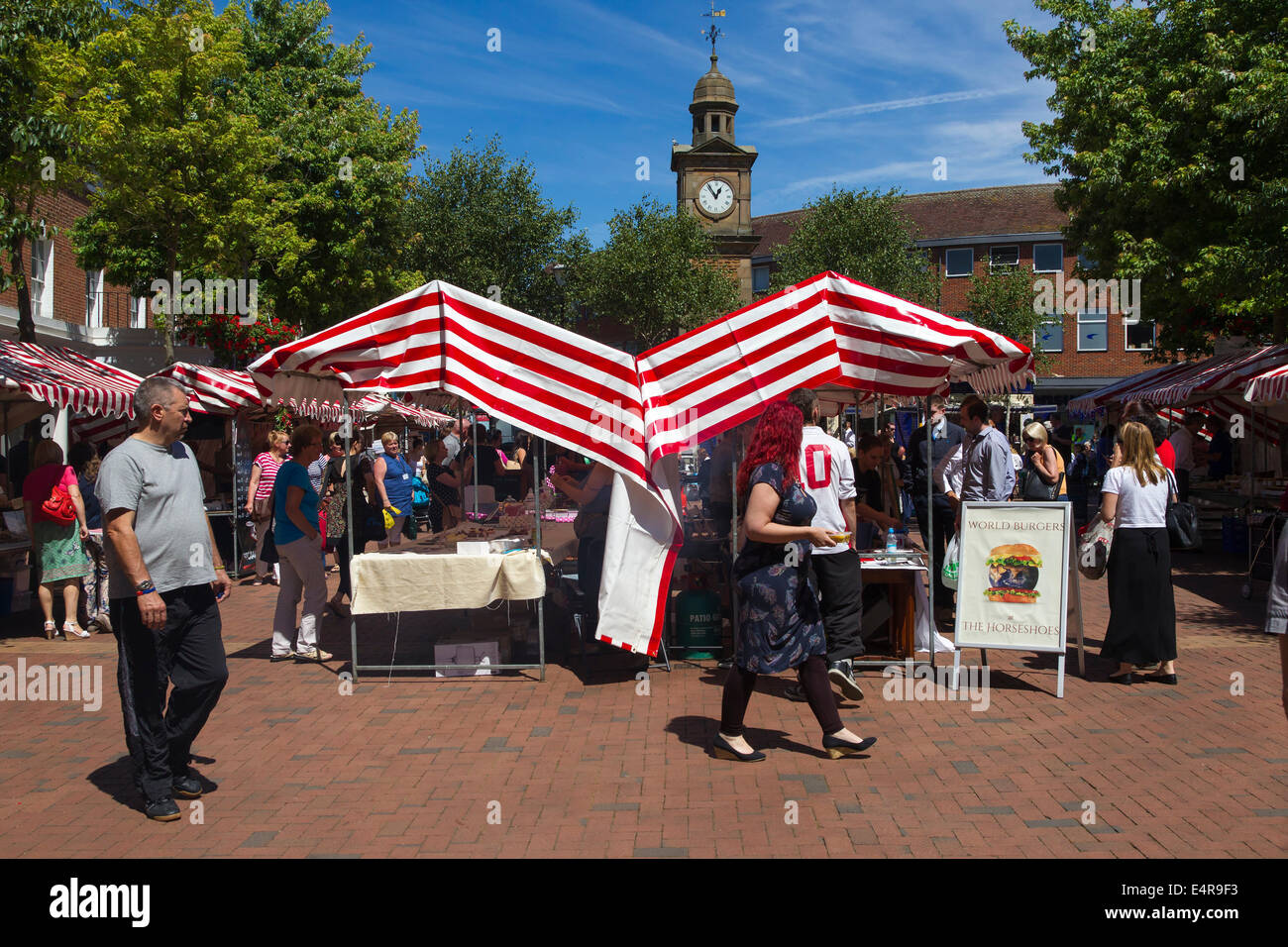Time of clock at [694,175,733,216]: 12:54
